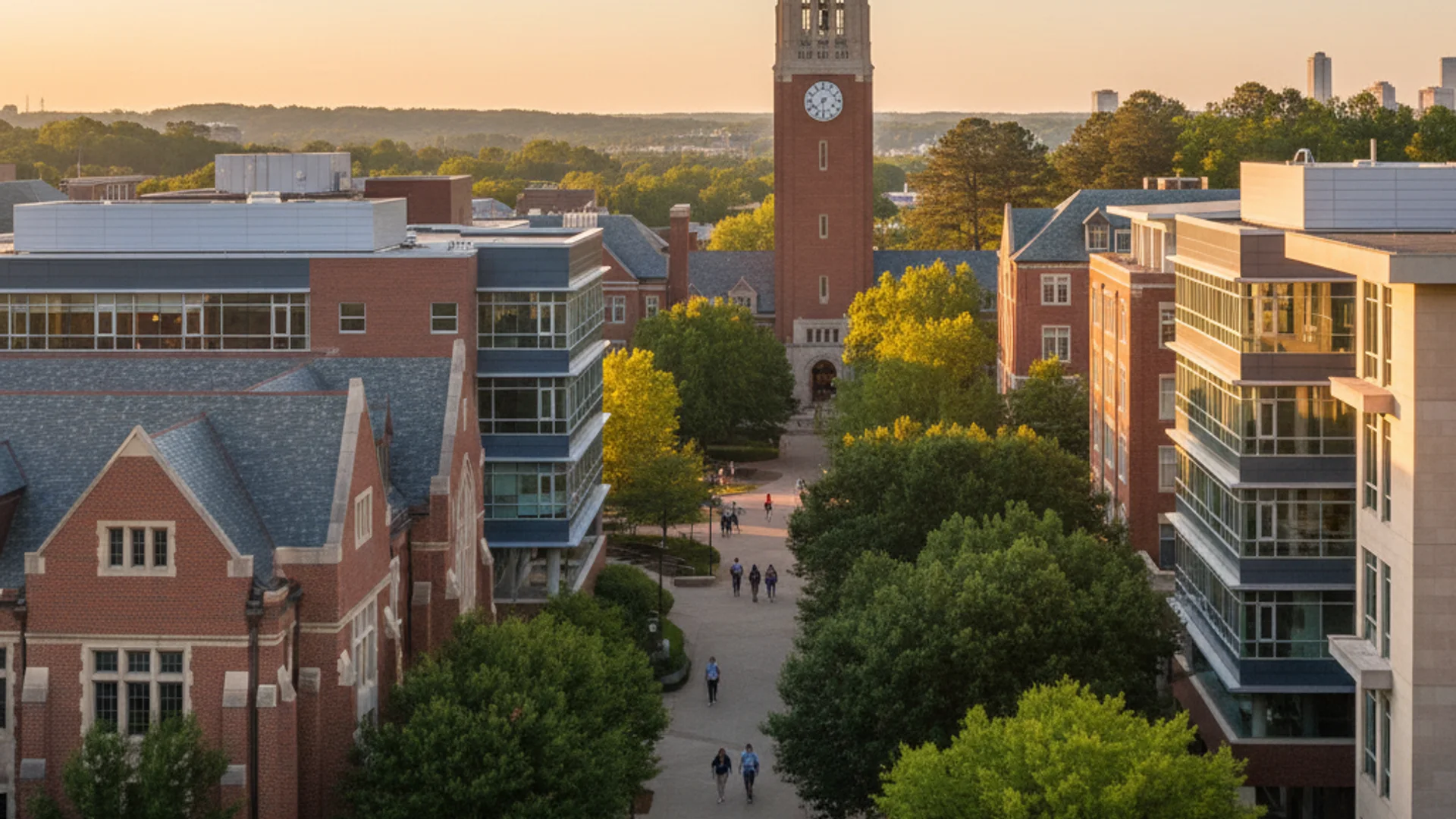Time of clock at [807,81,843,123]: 7:30
